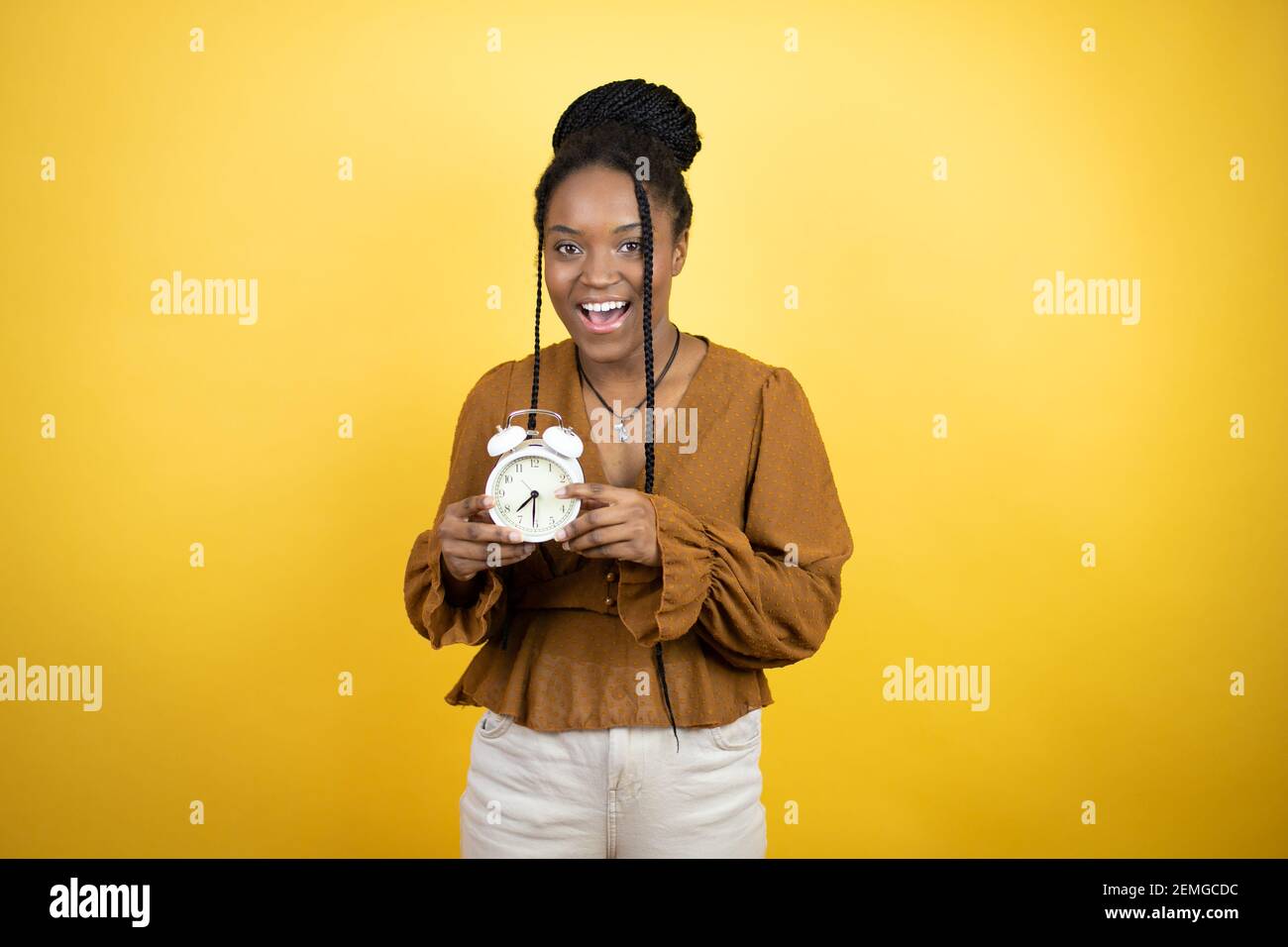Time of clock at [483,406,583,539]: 7:30
